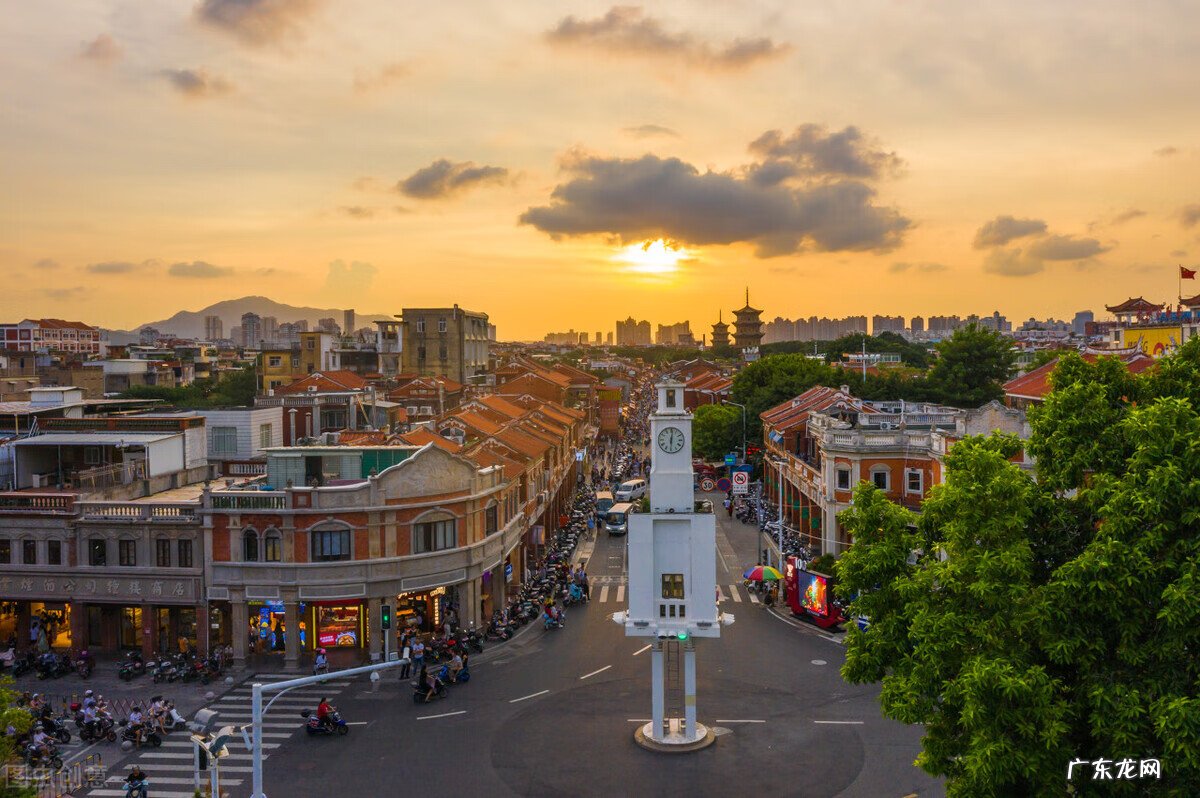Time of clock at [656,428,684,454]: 6:01
